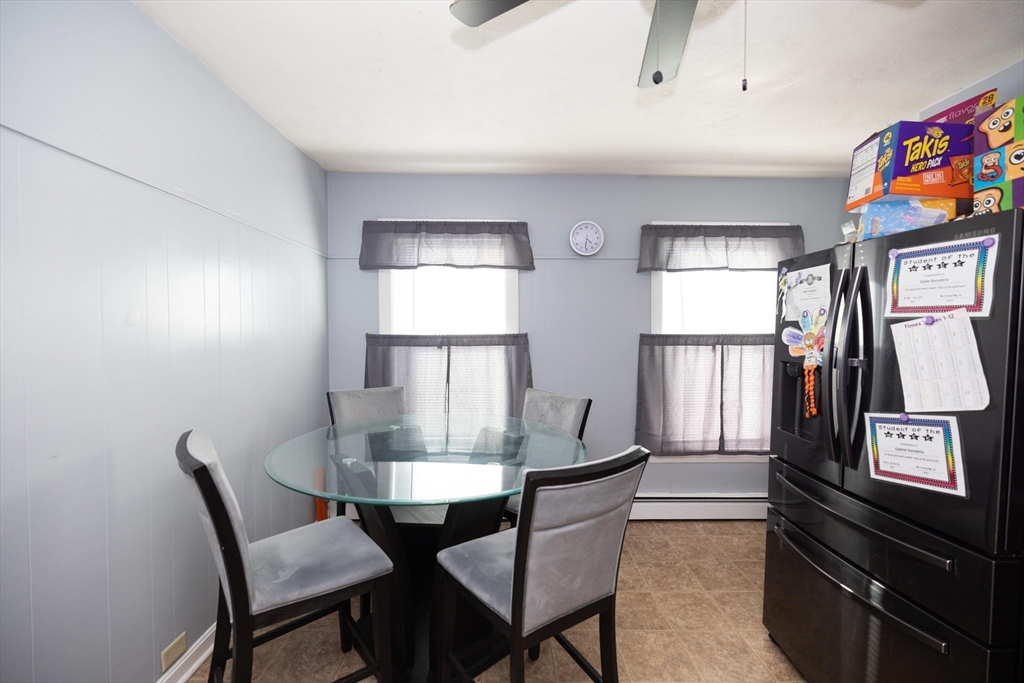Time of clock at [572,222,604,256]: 4:31
